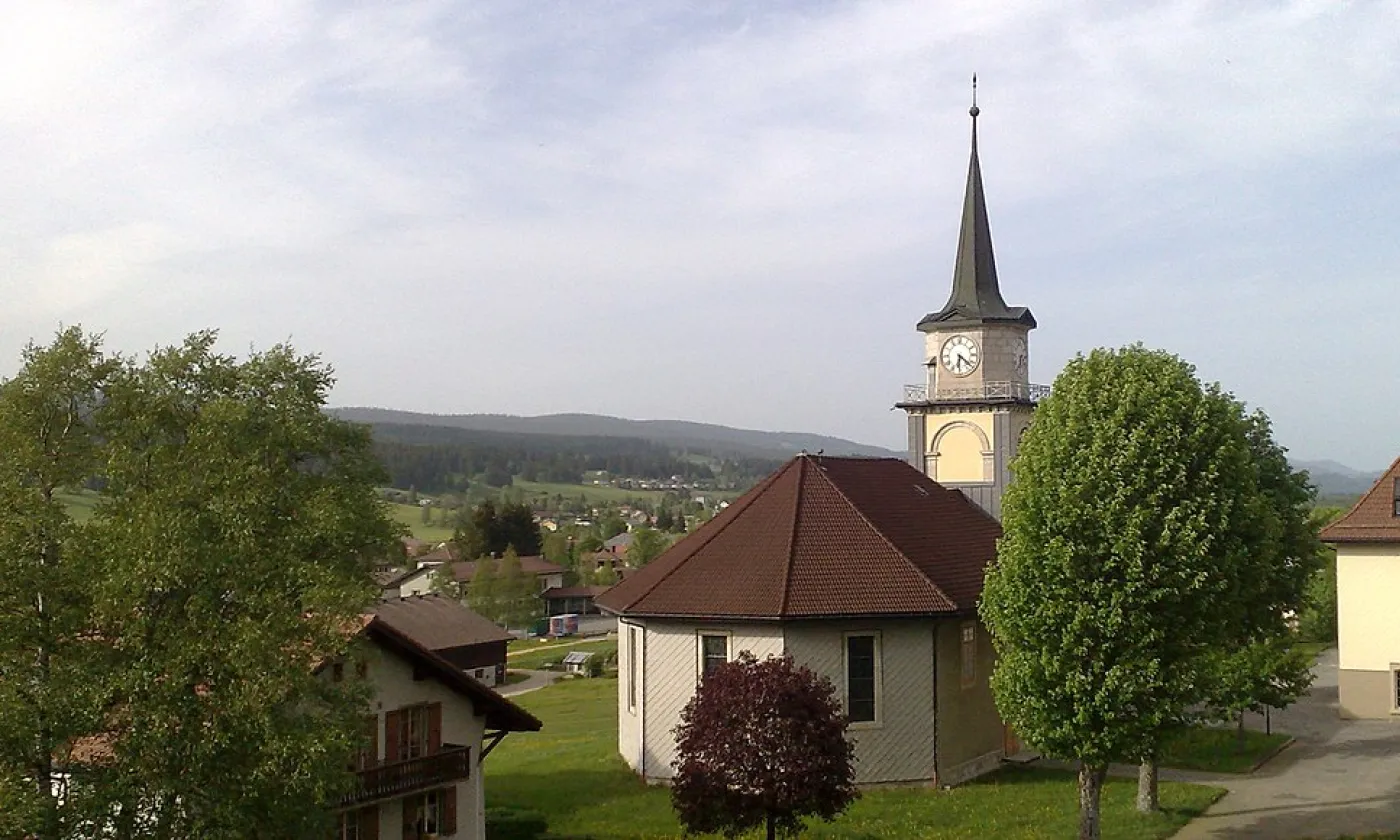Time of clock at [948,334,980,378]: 6:21
